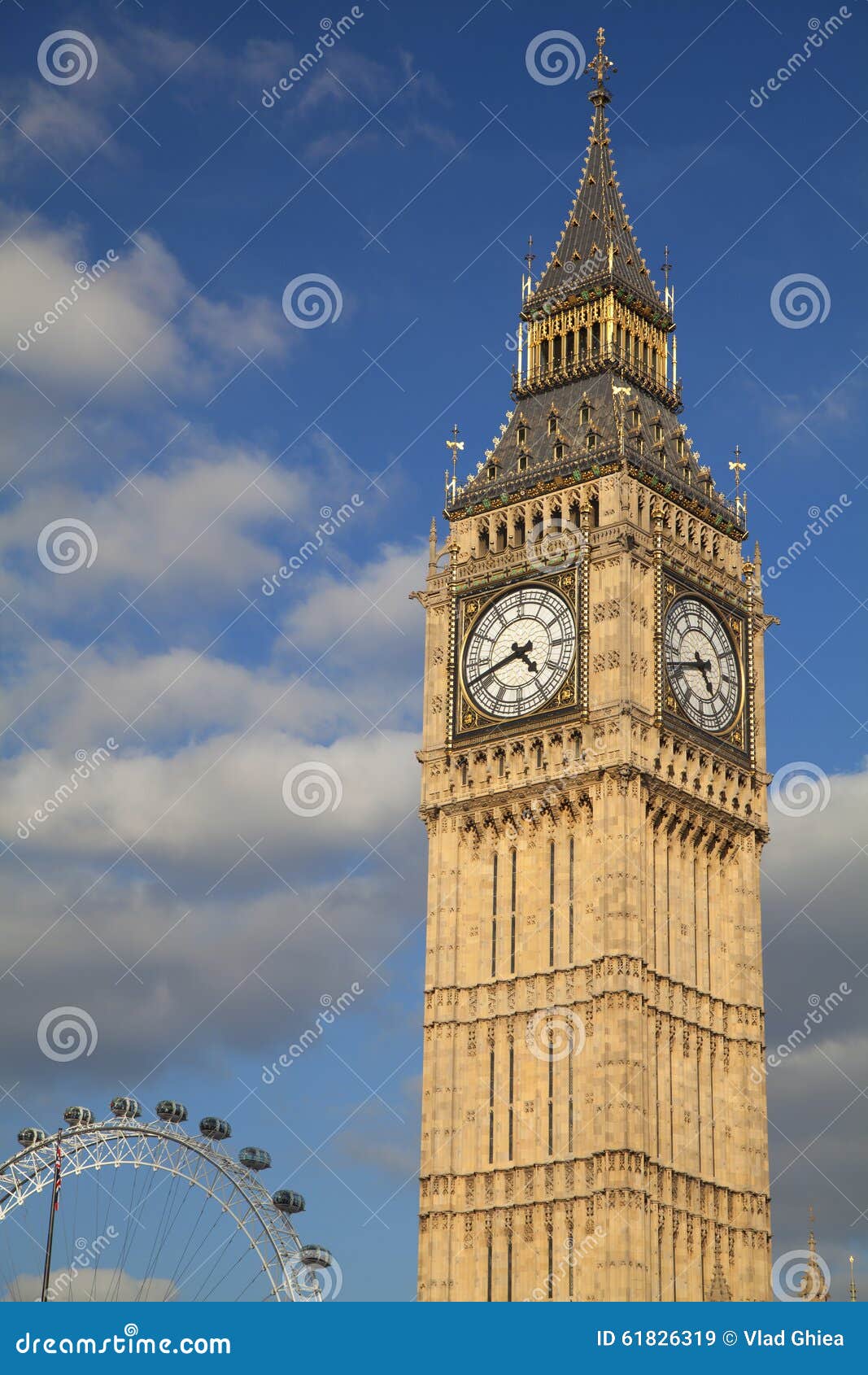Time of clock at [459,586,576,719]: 4:41
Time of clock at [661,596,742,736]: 4:42
